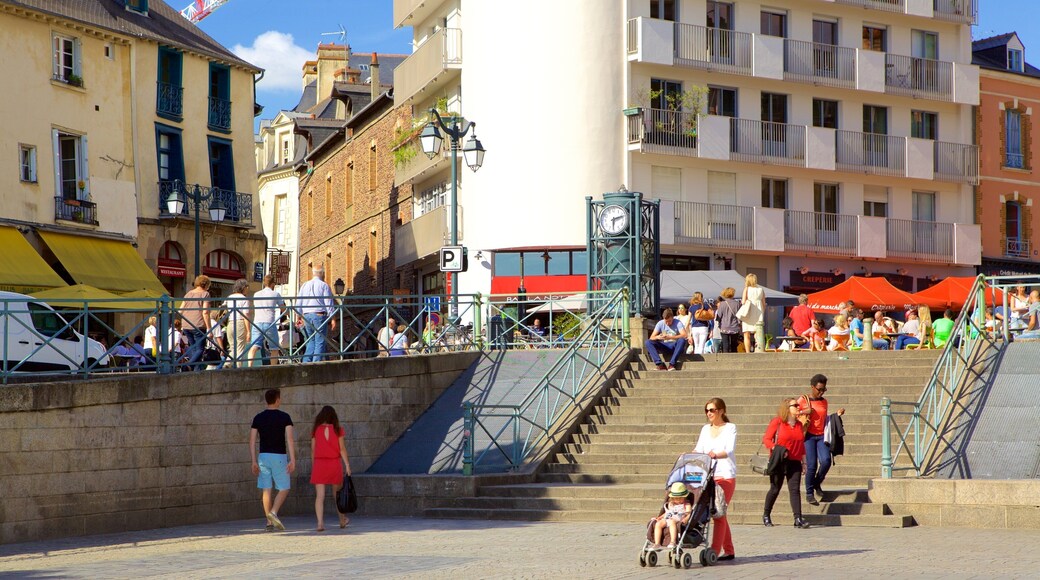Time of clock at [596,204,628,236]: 2:30
